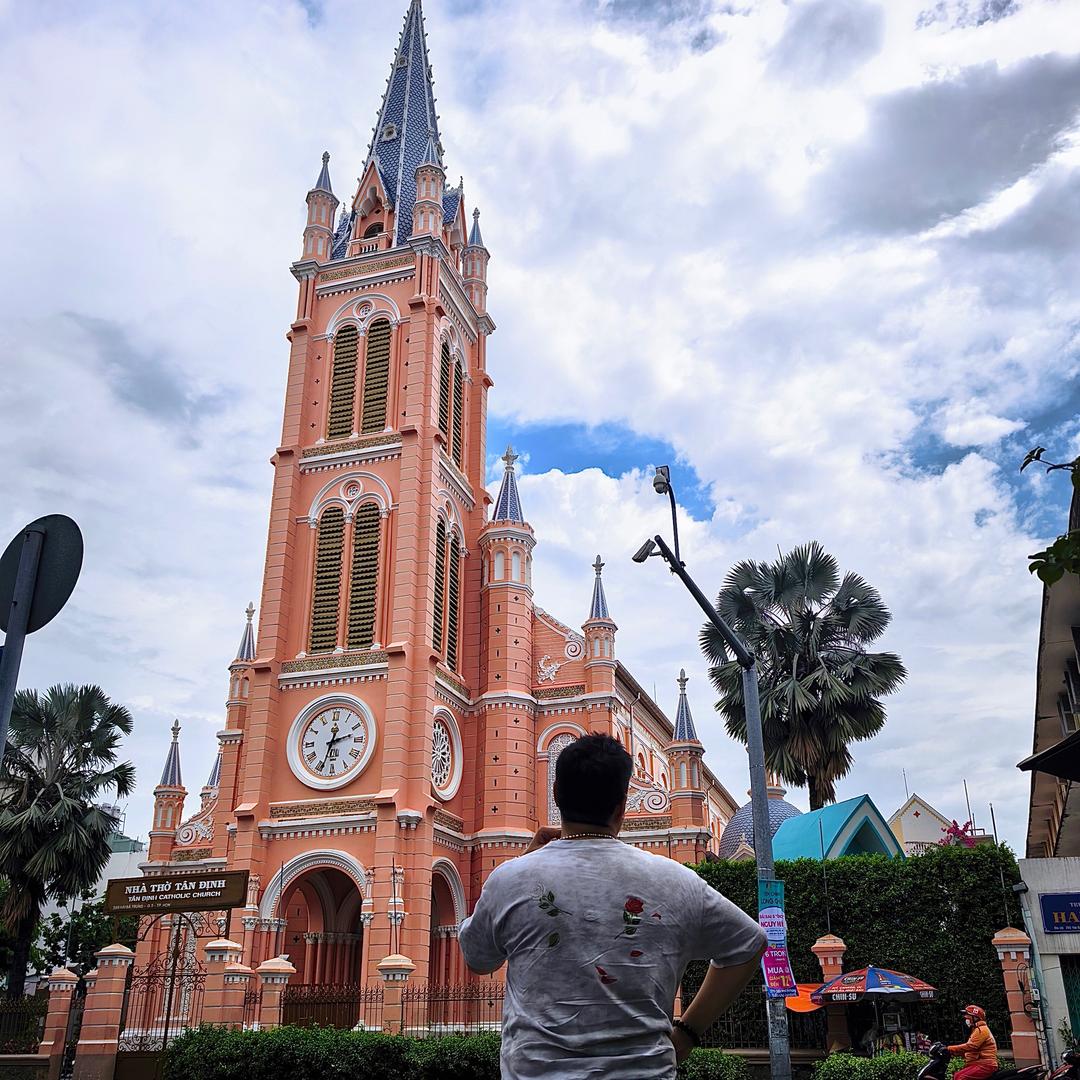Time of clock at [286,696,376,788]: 2:33
